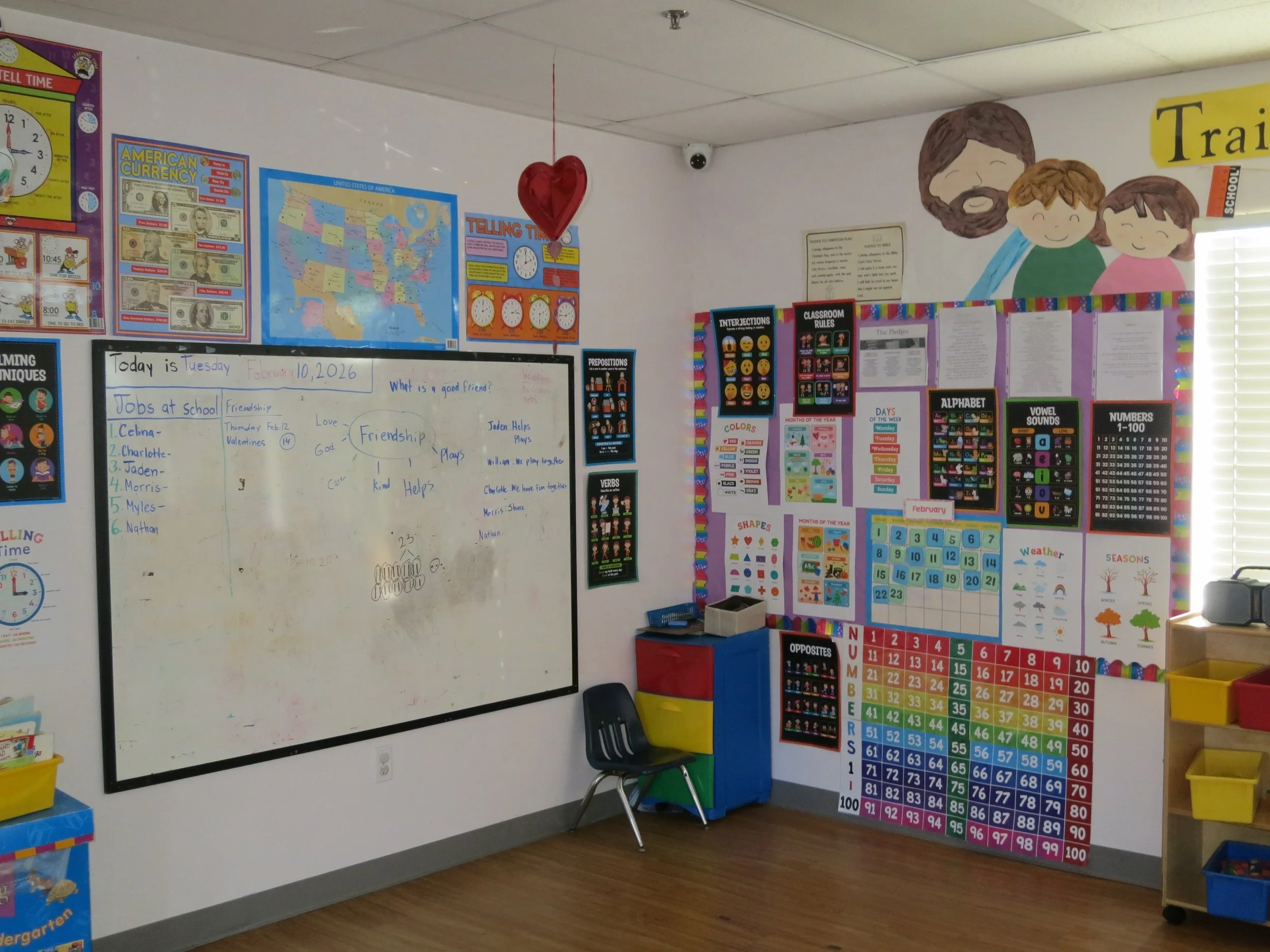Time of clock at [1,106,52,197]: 2:59
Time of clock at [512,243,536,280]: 2:00
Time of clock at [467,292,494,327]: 2:00
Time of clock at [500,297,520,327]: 2:15
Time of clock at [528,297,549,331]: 2:29
